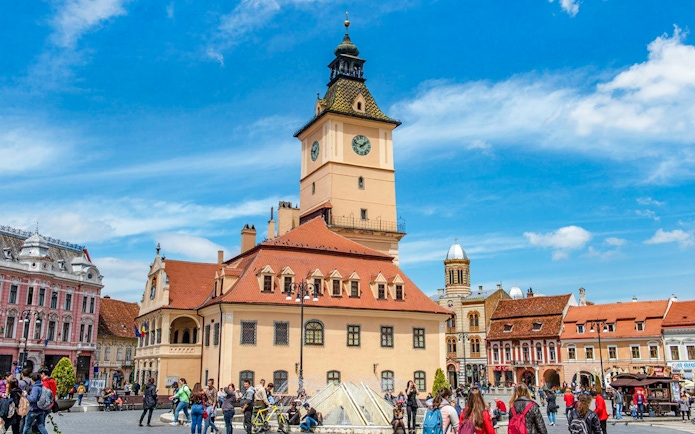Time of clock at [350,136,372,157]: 1:47
